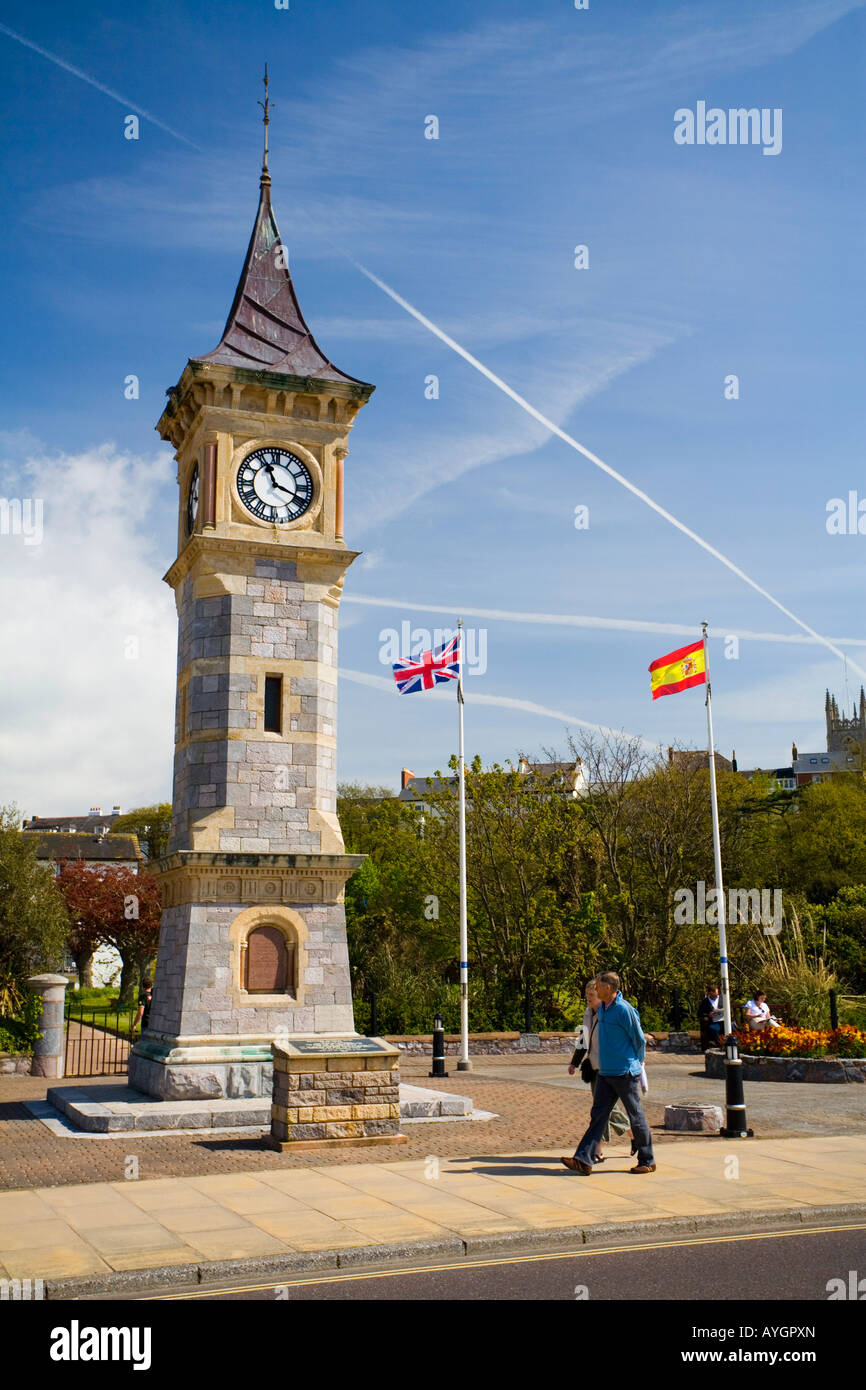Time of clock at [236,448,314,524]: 11:18
